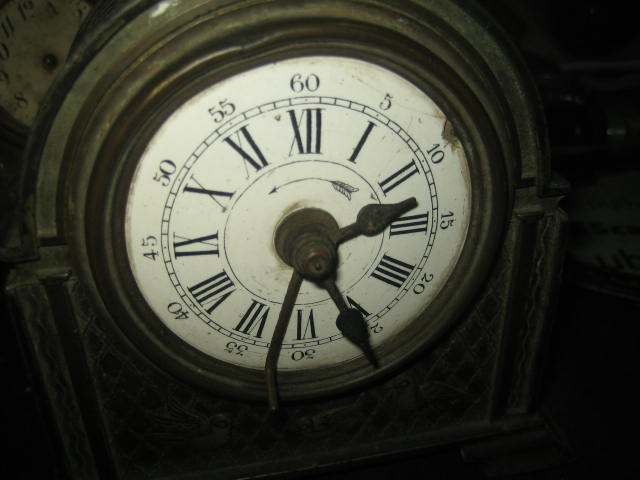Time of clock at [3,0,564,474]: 2:32
